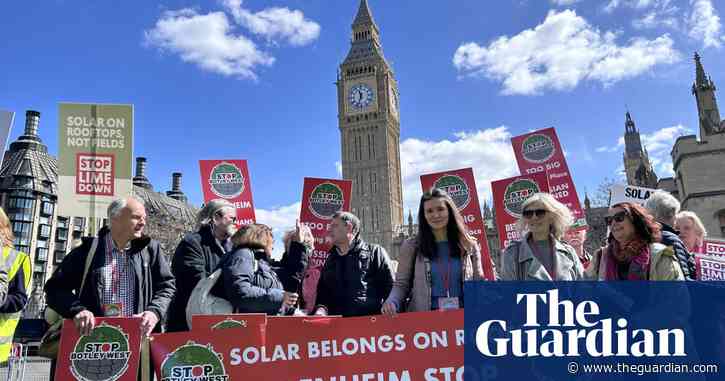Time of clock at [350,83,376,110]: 11:33
